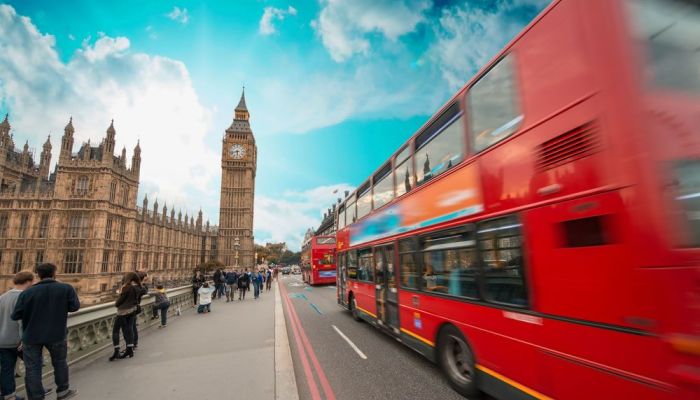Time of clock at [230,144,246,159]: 5:42
